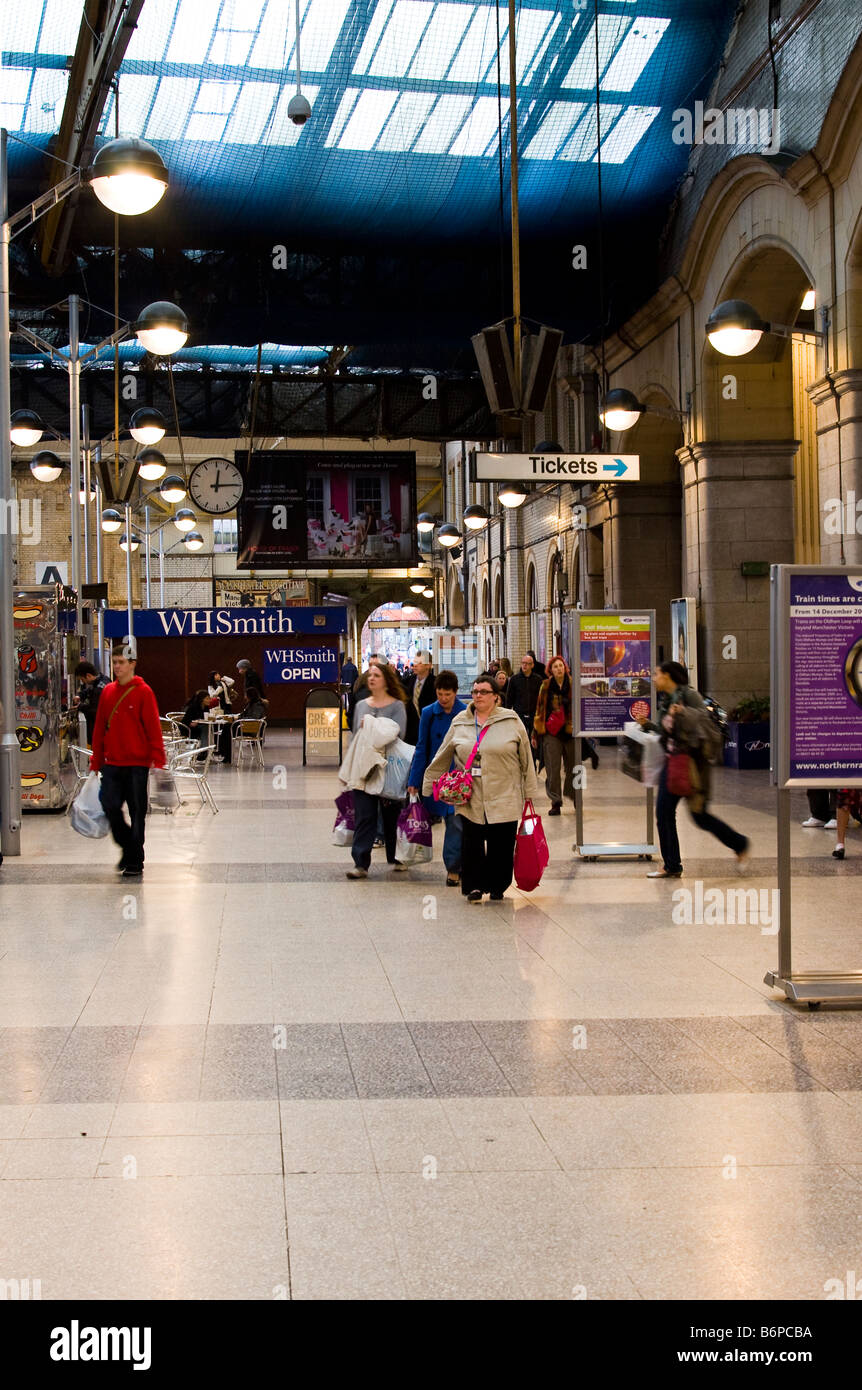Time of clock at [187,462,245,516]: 12:14
